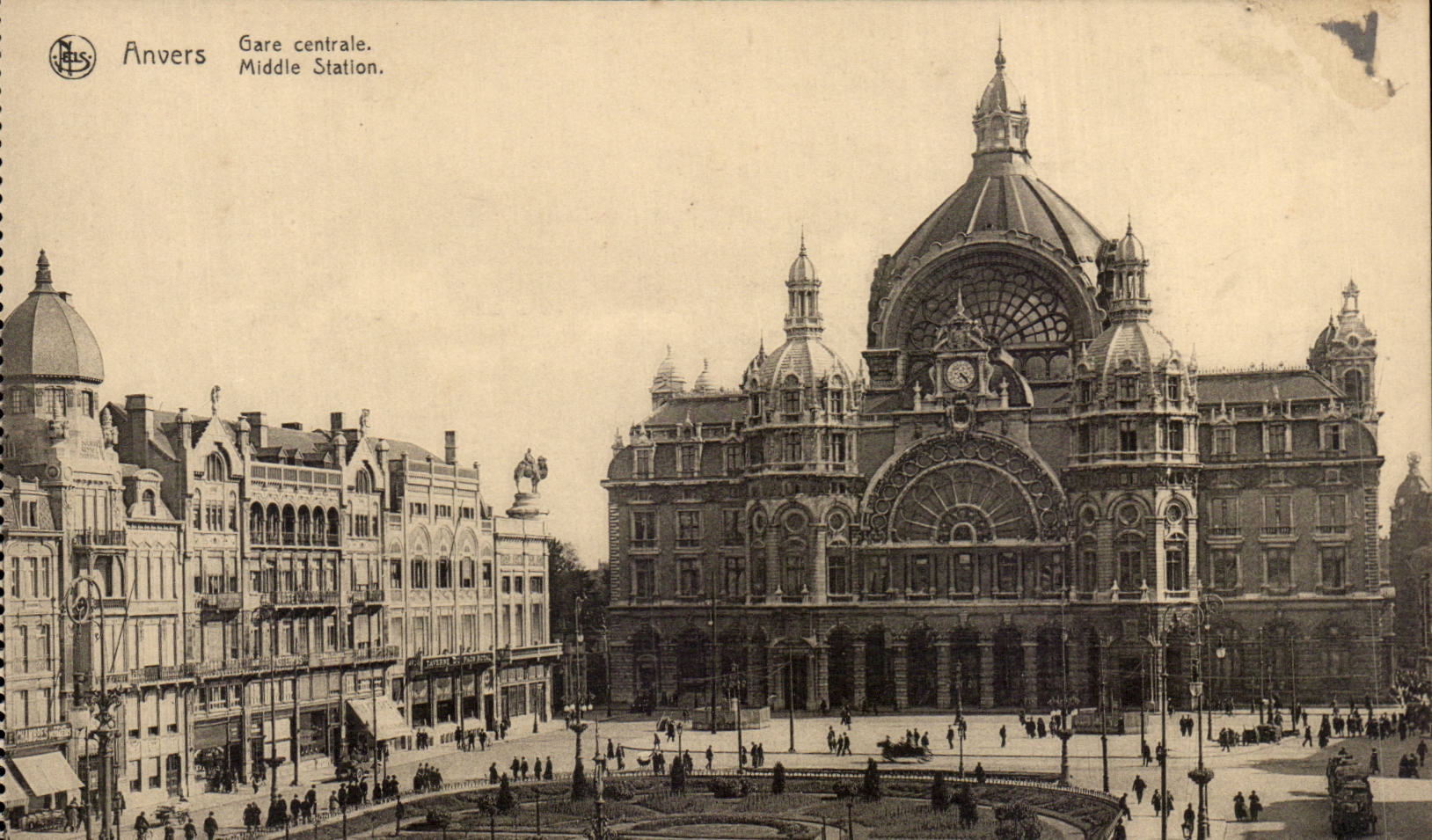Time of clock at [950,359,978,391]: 4:23
